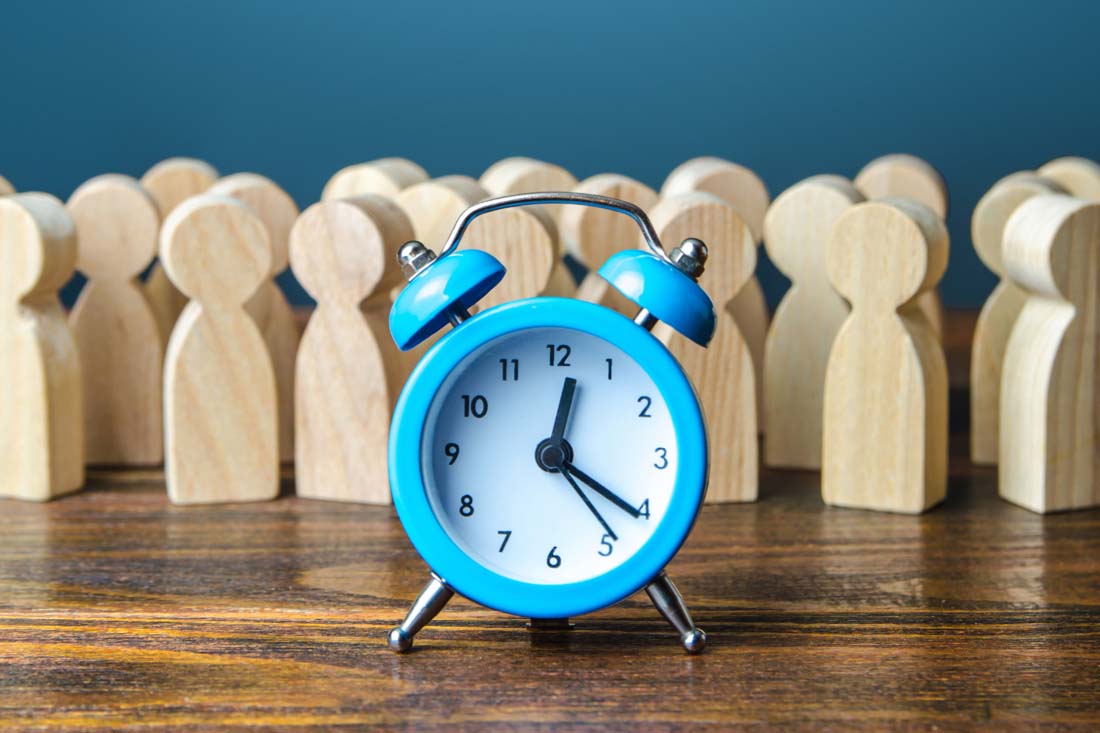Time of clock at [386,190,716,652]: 12:20
